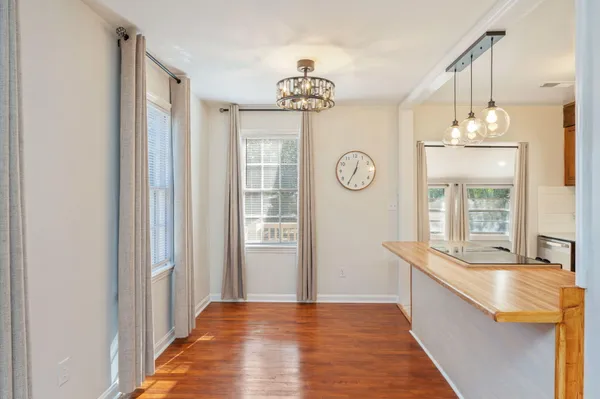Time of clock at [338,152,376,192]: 12:35
